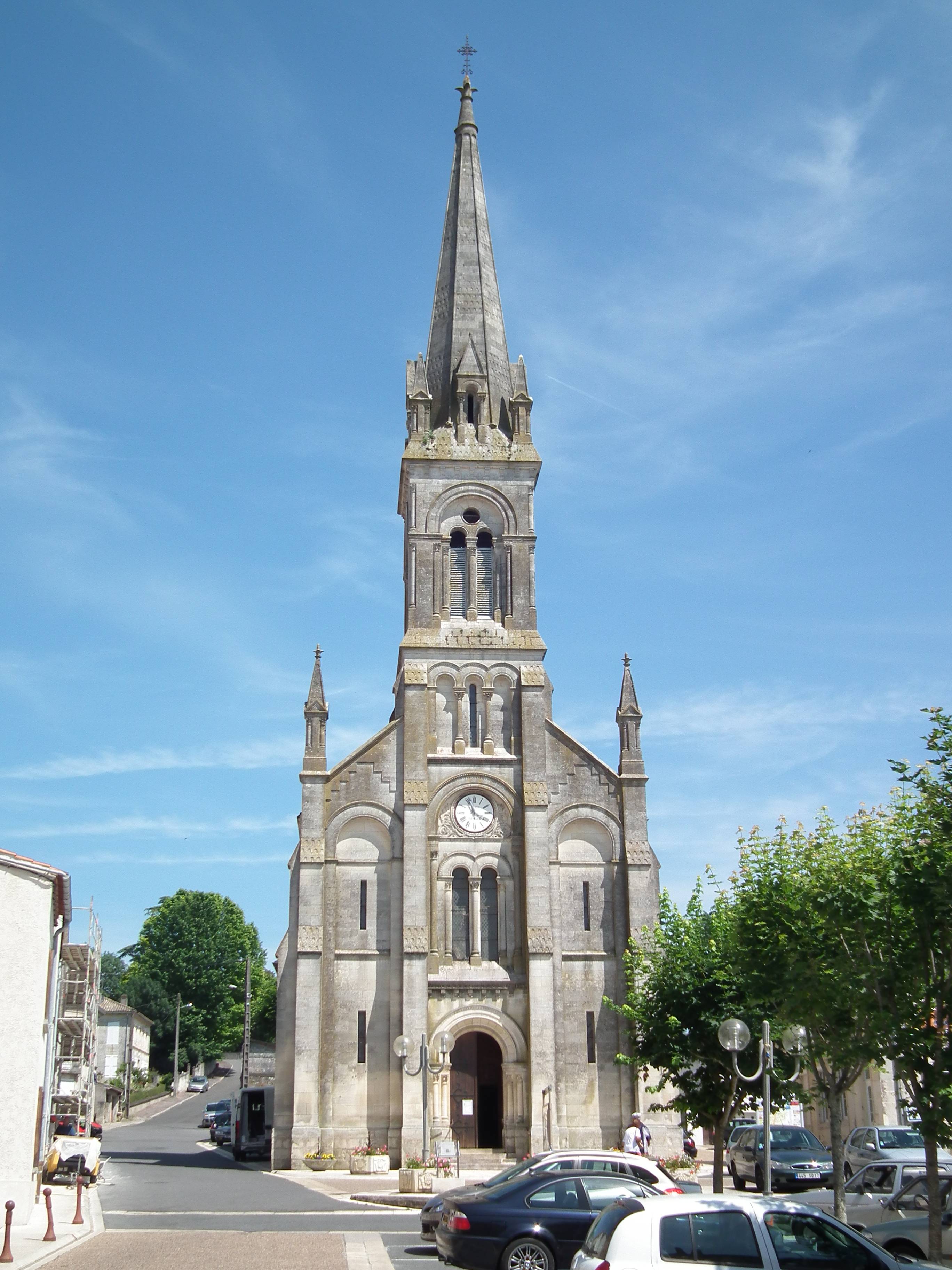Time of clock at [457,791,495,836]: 3:56
